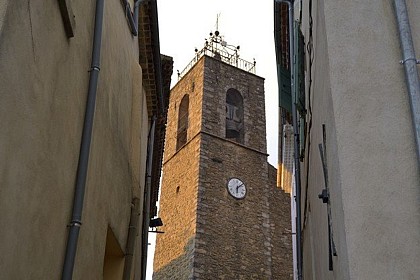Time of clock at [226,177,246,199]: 6:08
